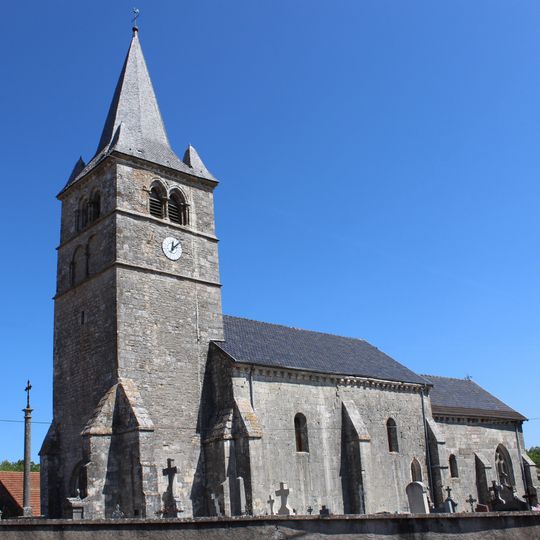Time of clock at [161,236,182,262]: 12:07
